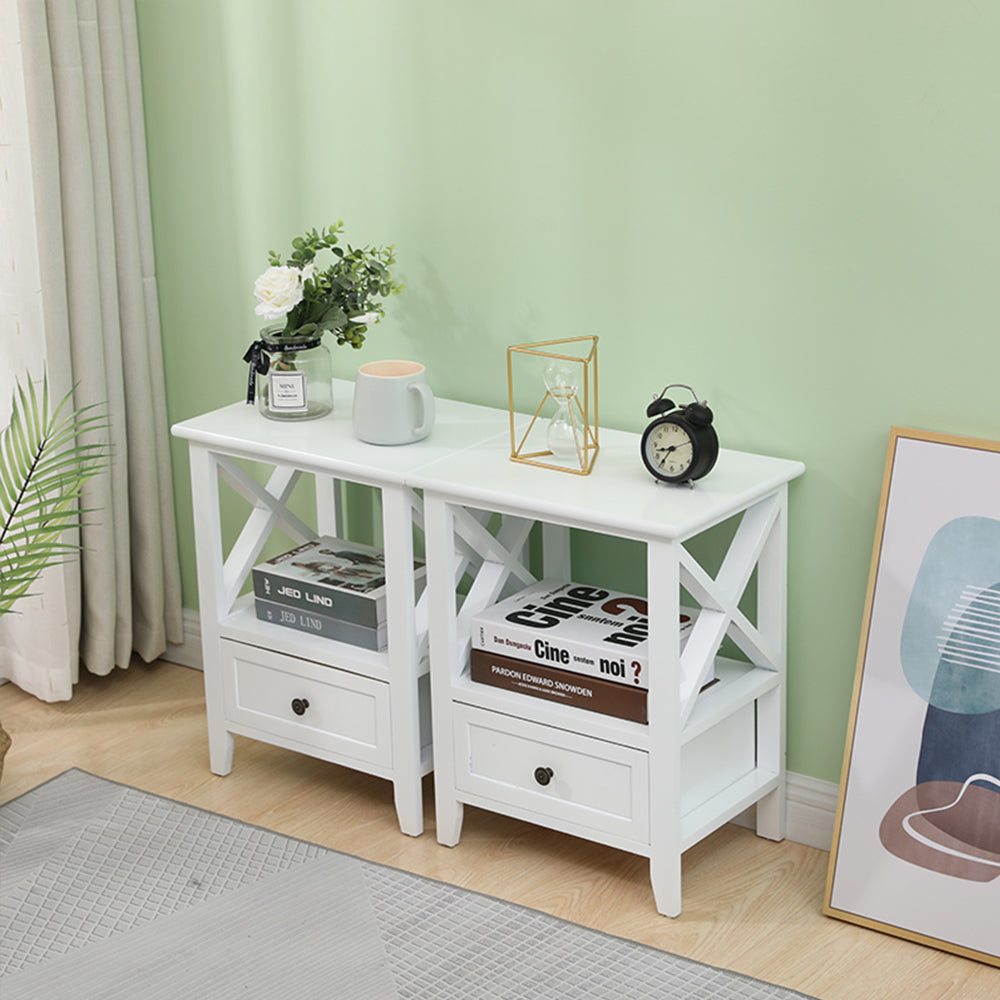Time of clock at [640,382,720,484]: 8:35
